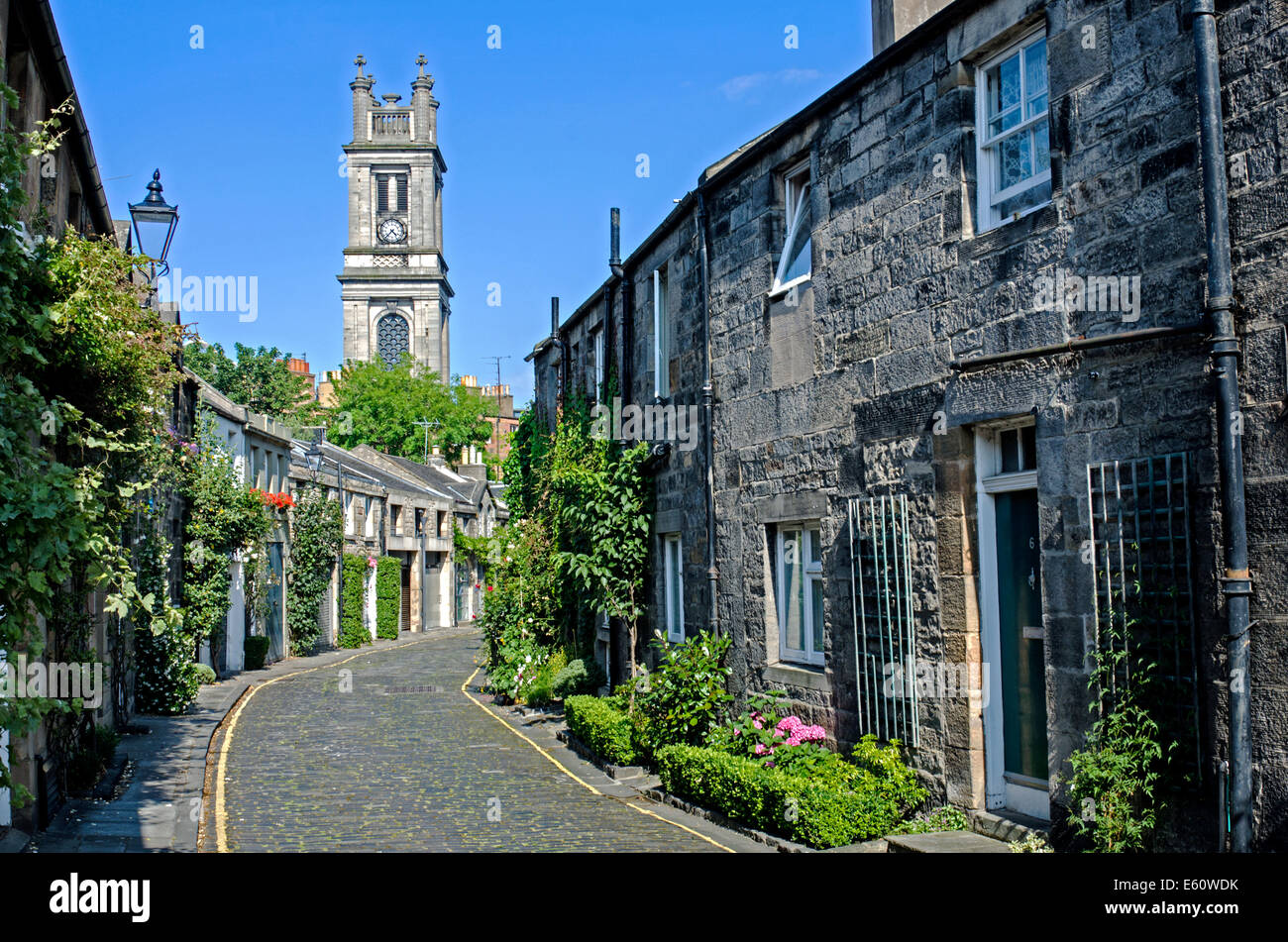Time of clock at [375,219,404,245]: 4:37
